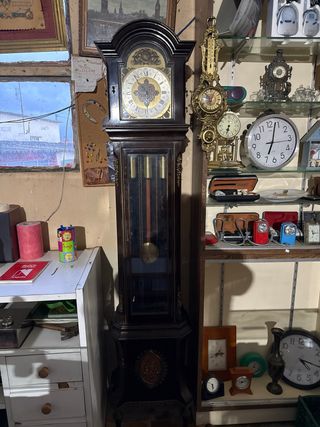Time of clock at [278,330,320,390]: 4:16
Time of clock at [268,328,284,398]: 4:16
